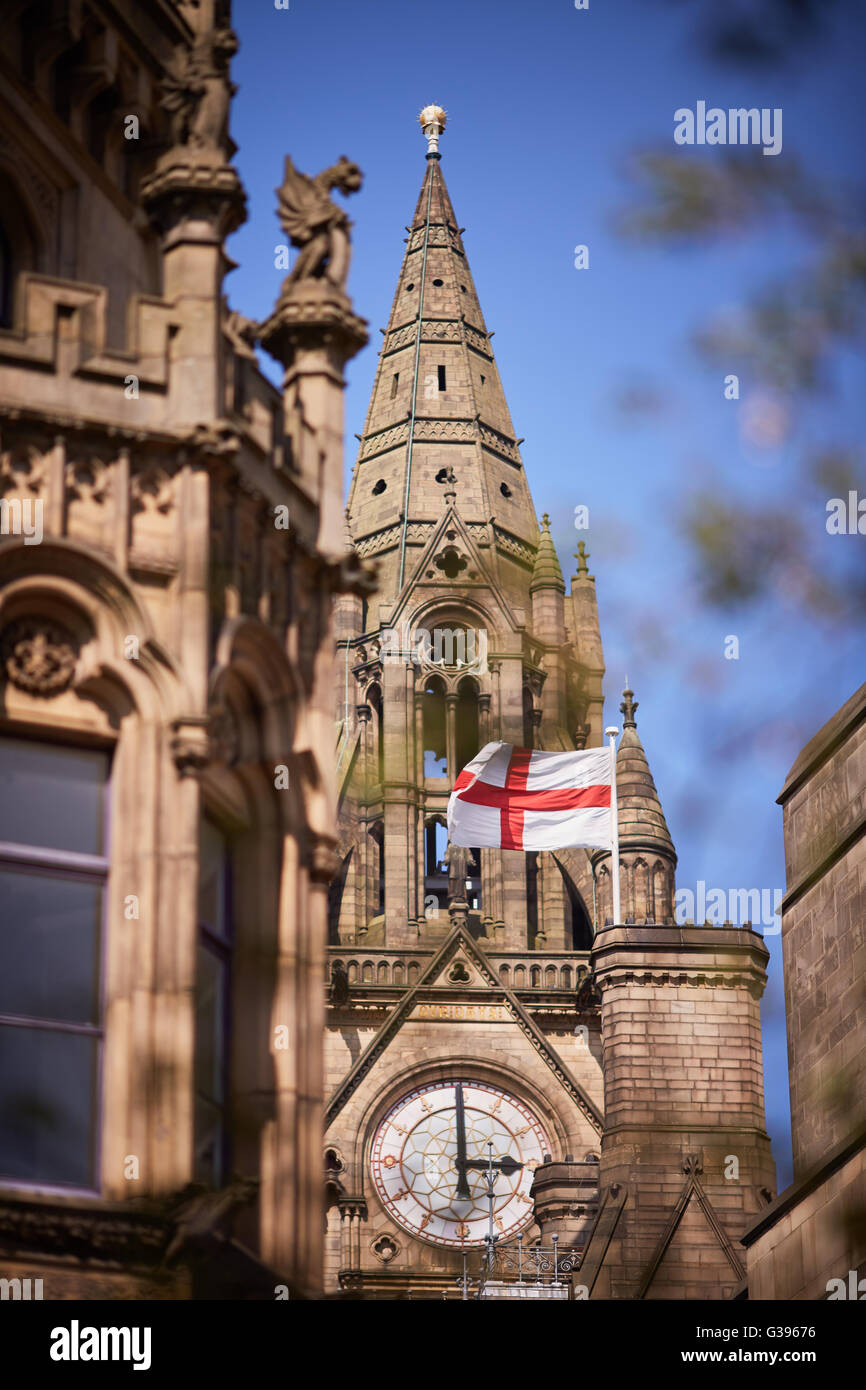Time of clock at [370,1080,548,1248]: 2:59
